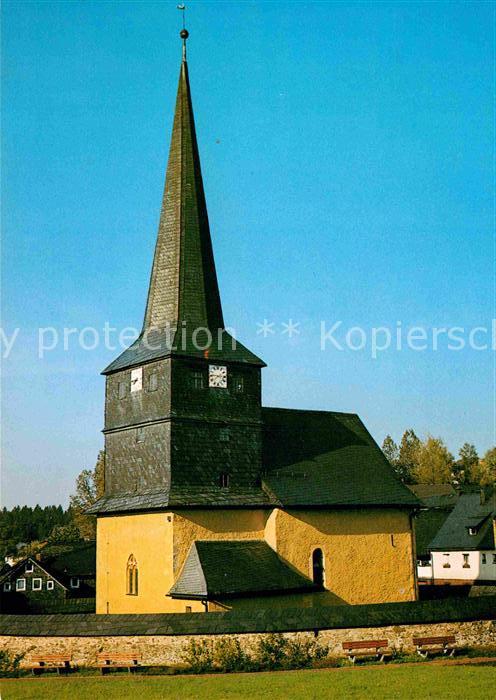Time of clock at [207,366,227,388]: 2:46
